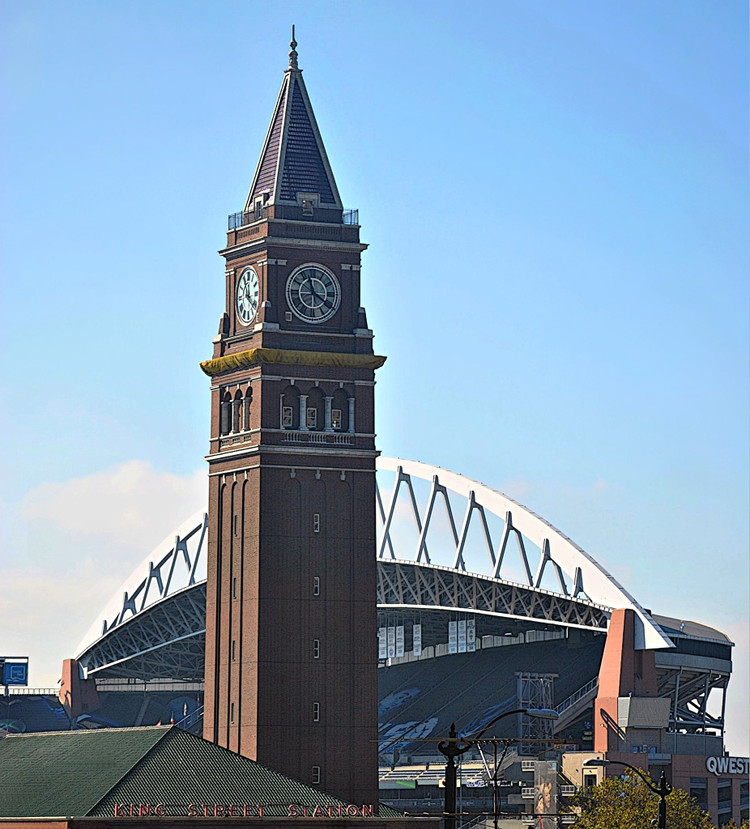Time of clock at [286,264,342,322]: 11:20
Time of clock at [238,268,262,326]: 11:21
